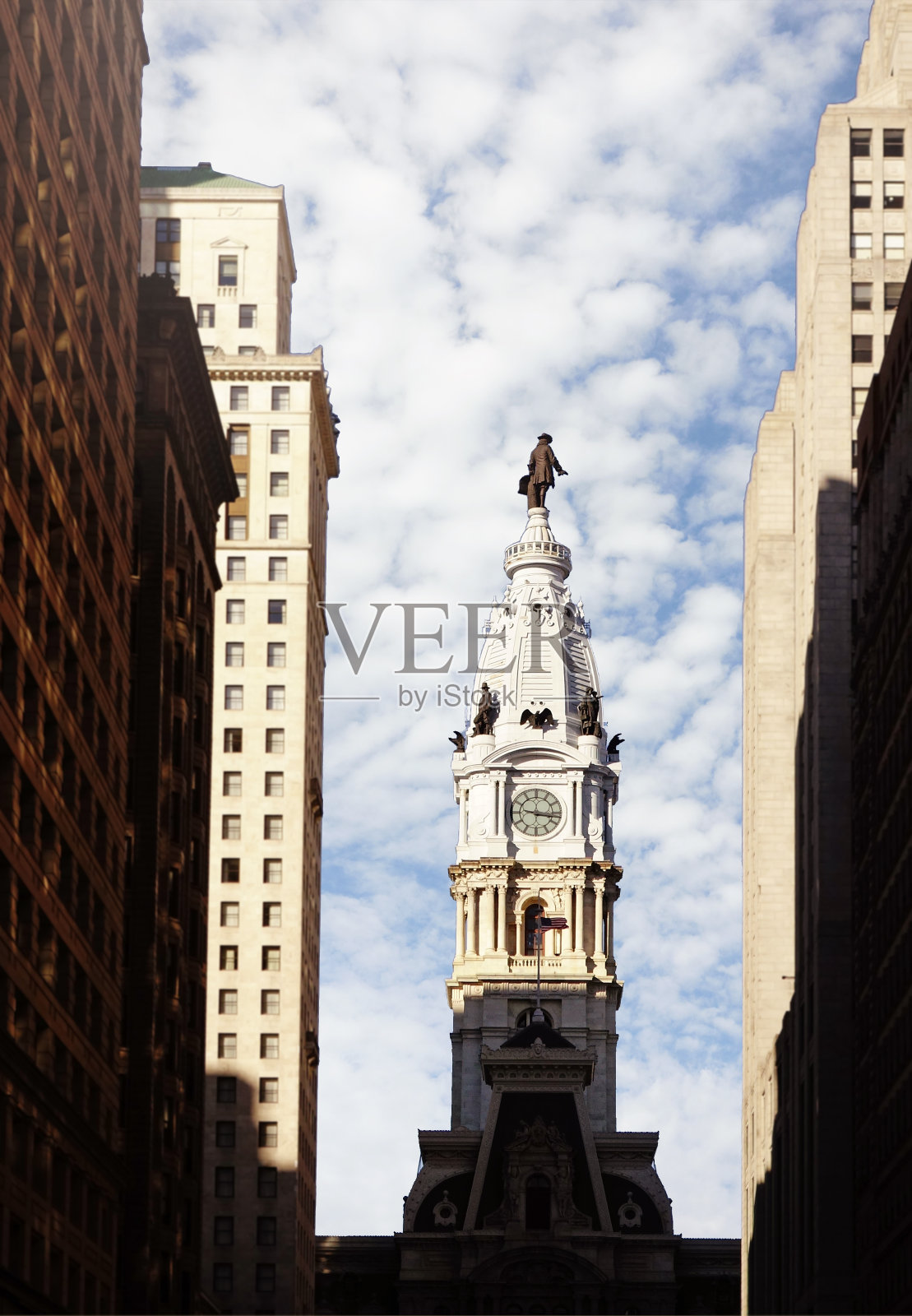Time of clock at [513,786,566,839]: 9:16
